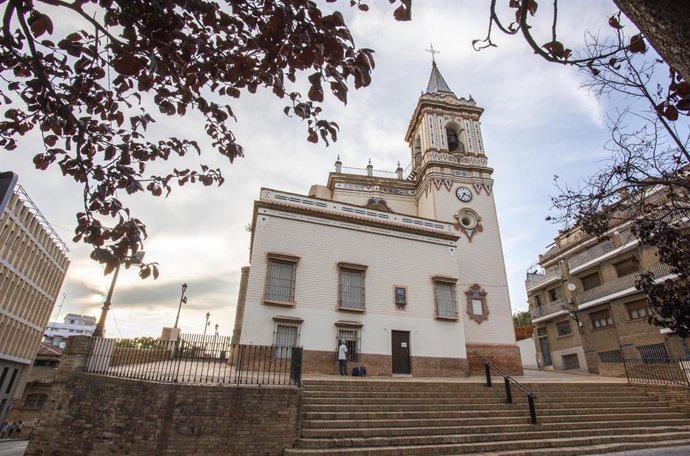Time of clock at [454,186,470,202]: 7:18
